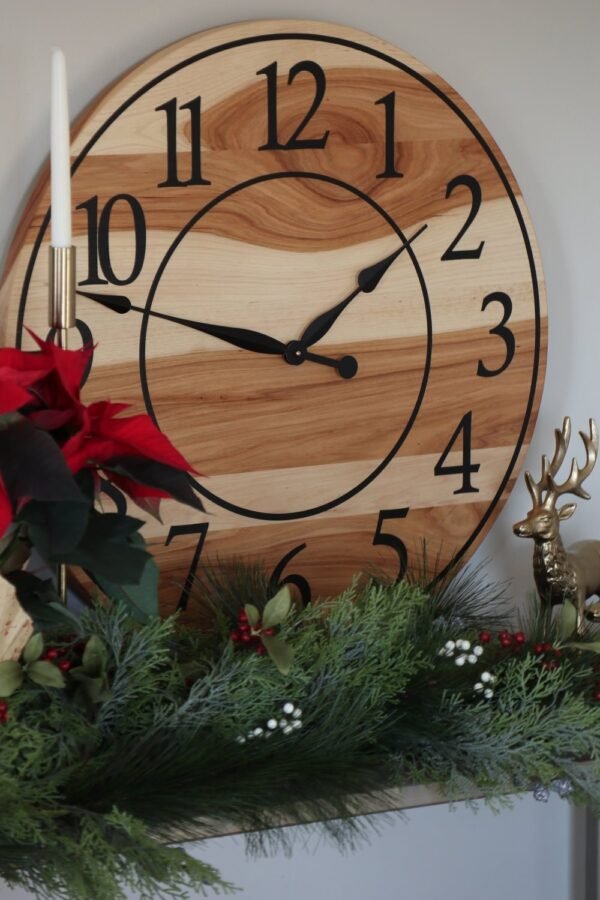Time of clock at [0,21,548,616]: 1:47
